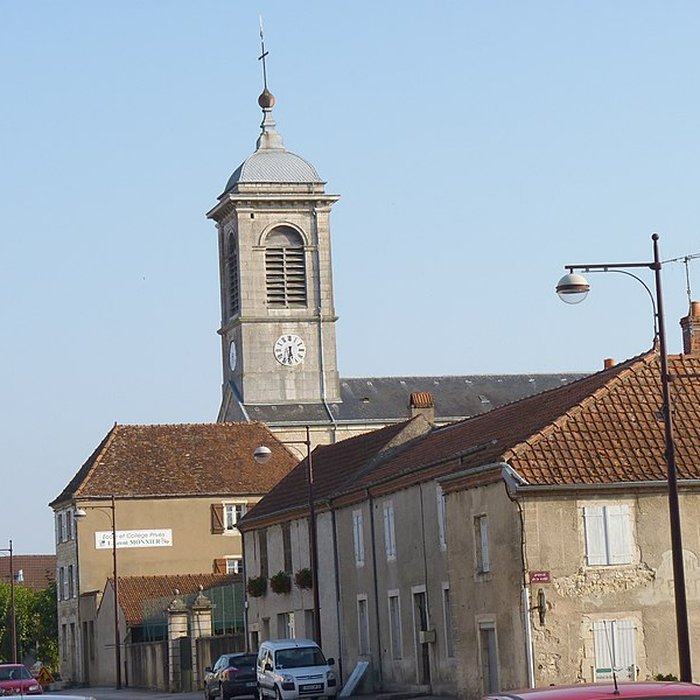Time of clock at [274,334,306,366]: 5:31
